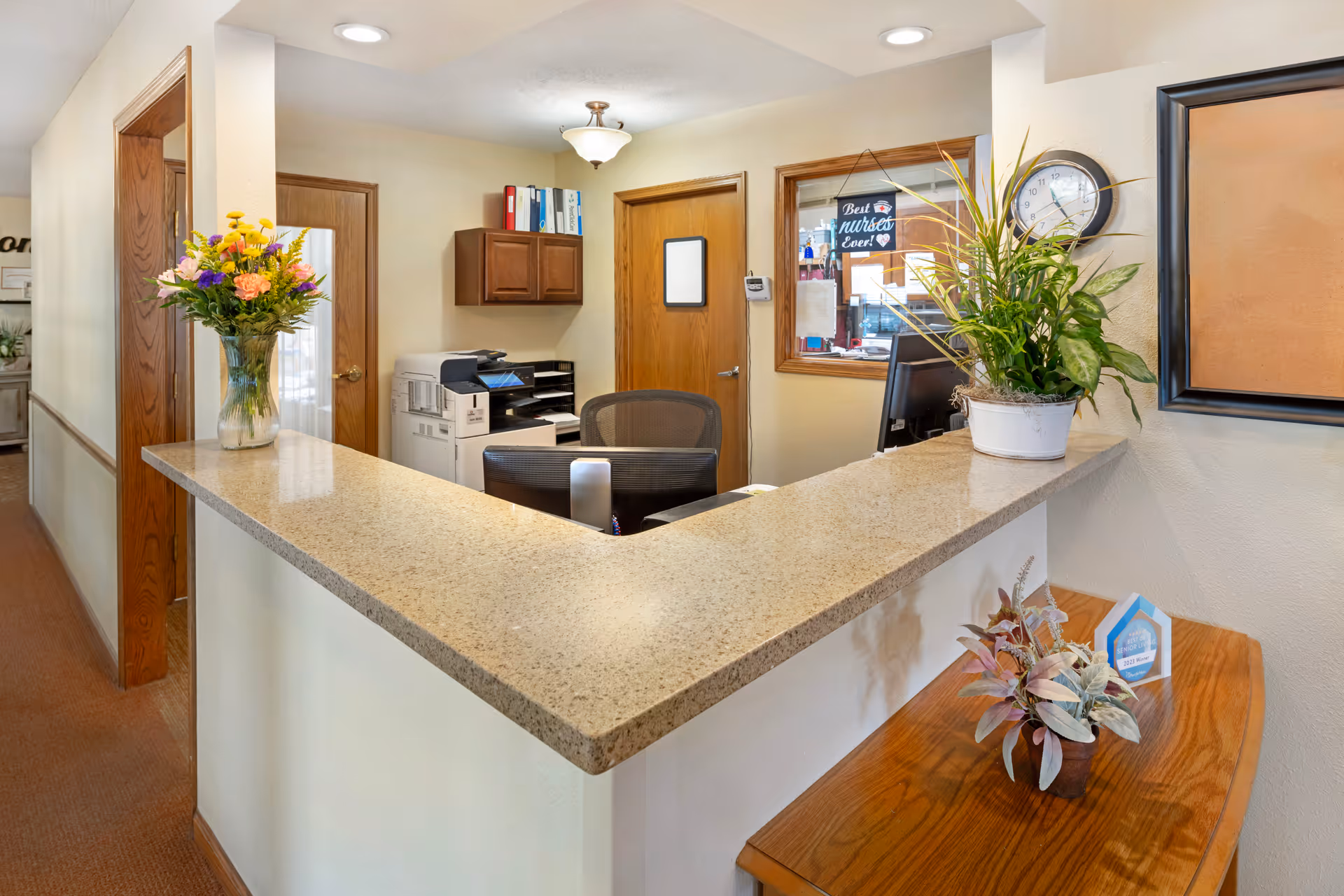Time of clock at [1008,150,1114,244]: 11:24
